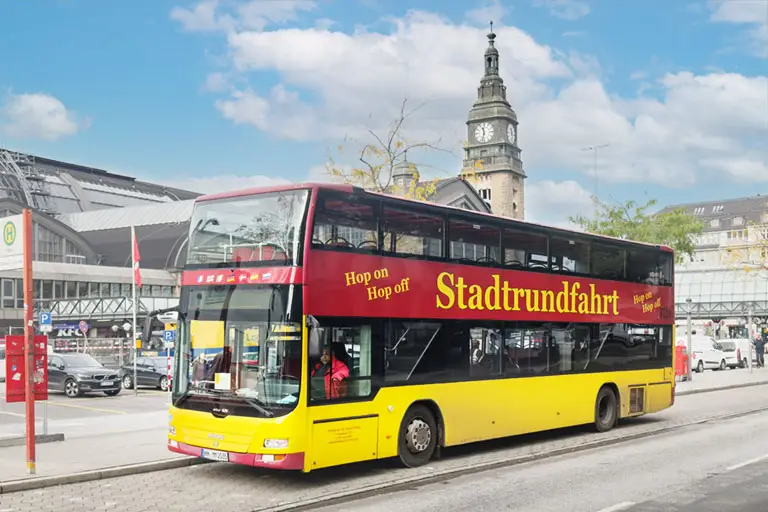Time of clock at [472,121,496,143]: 11:32
